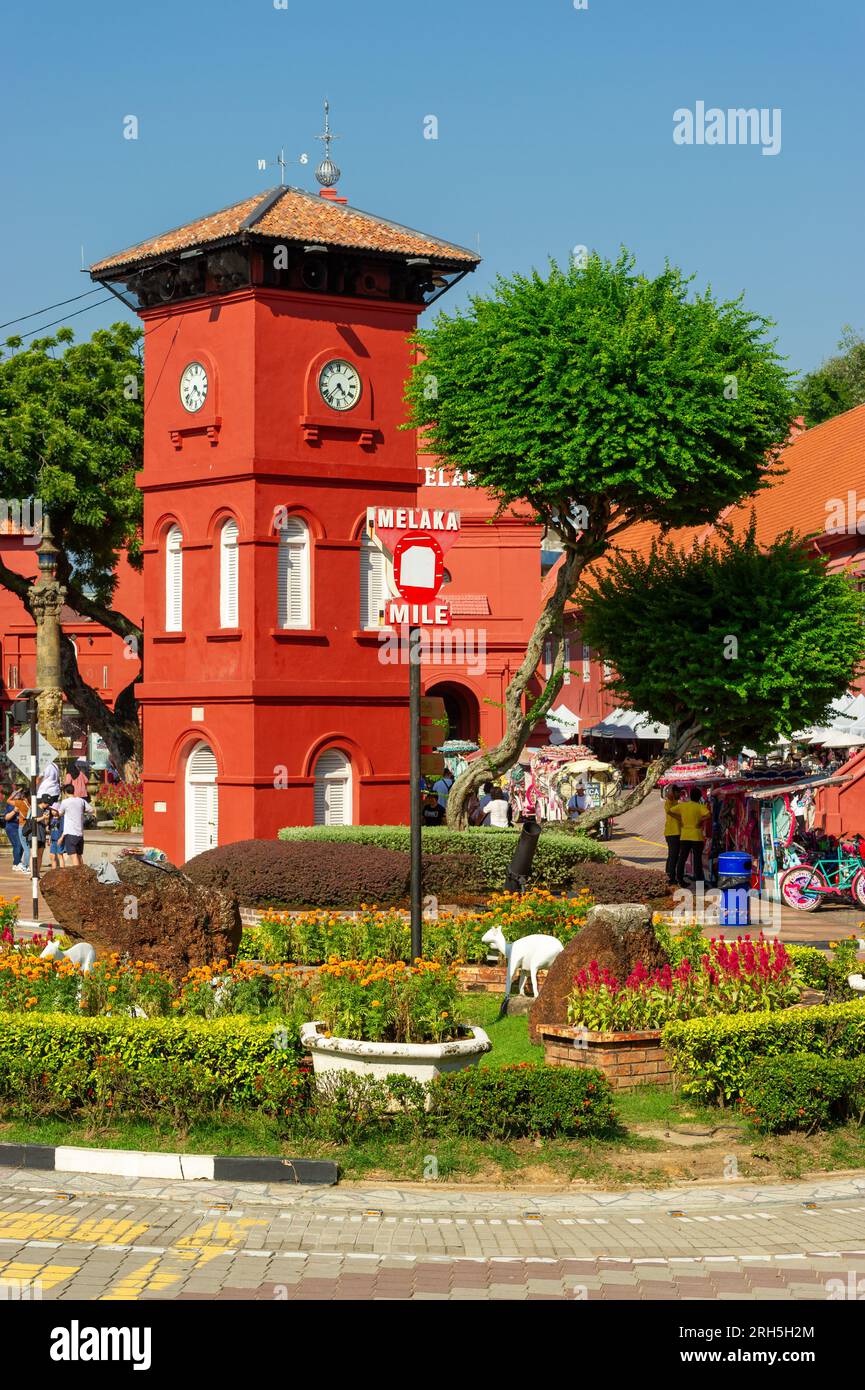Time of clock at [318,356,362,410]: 4:37
